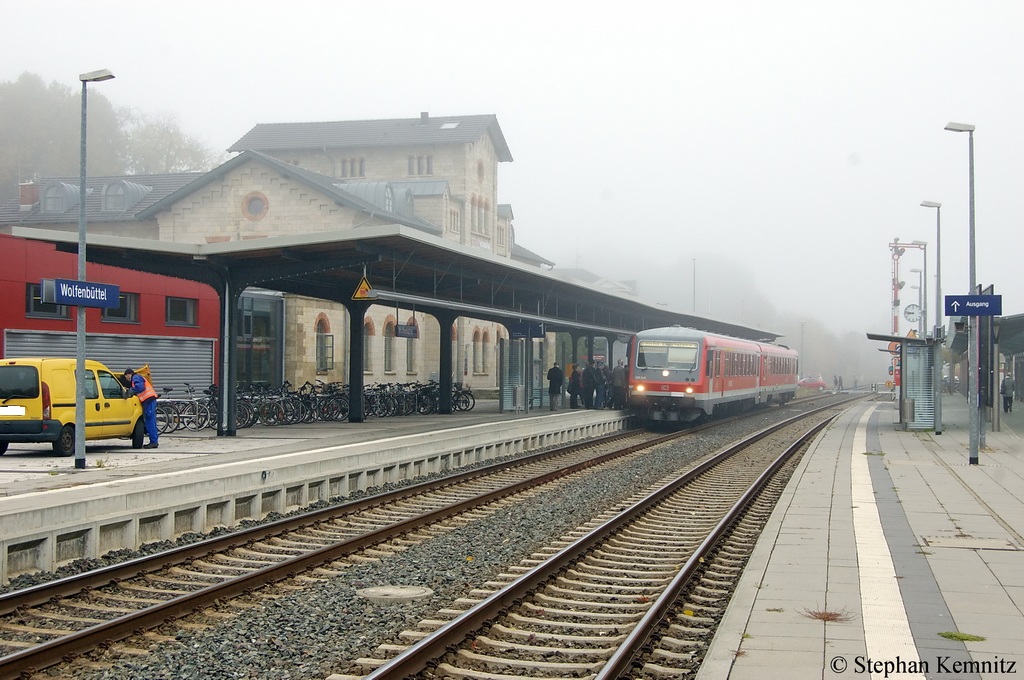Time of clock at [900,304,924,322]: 8:46
